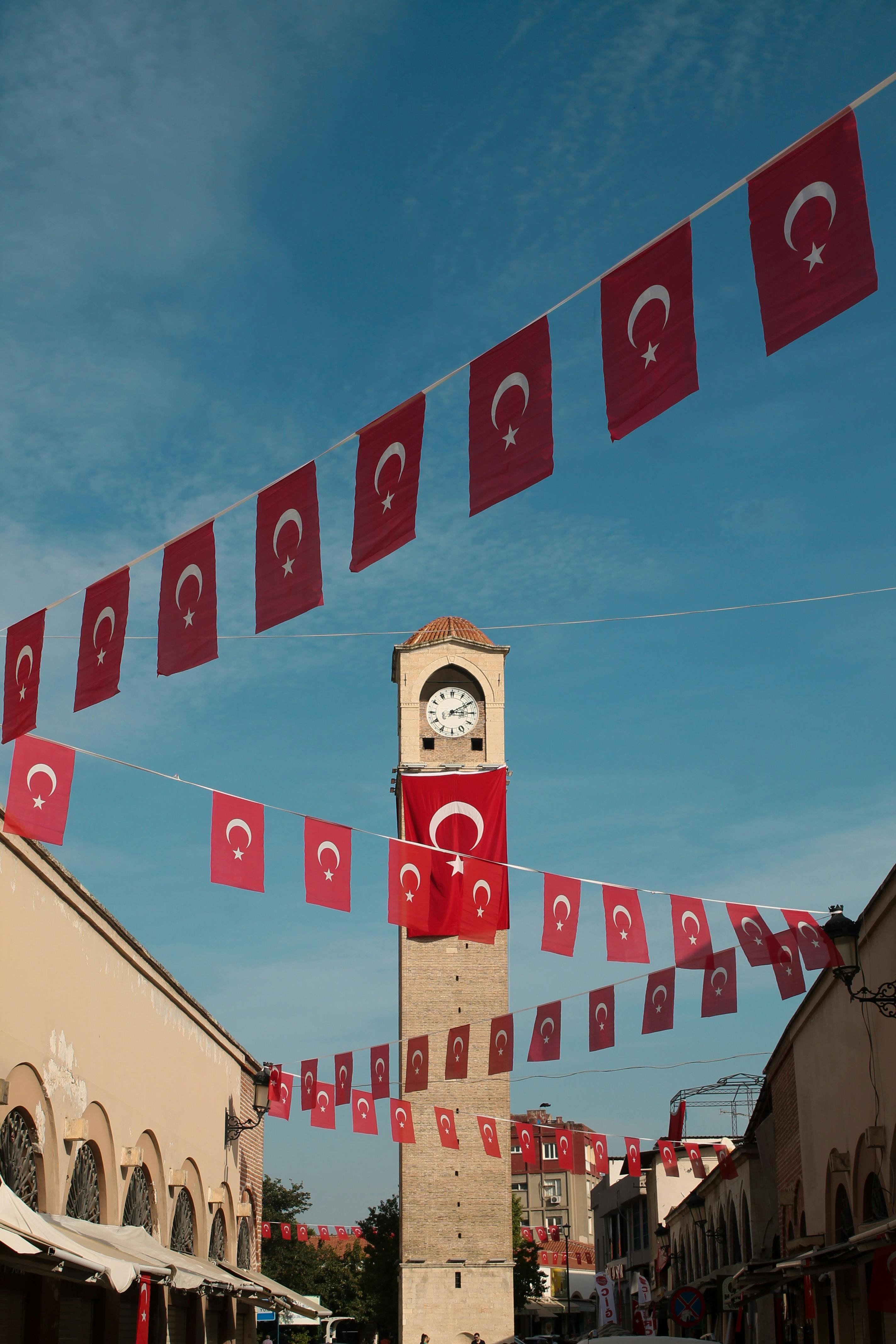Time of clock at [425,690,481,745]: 3:09
